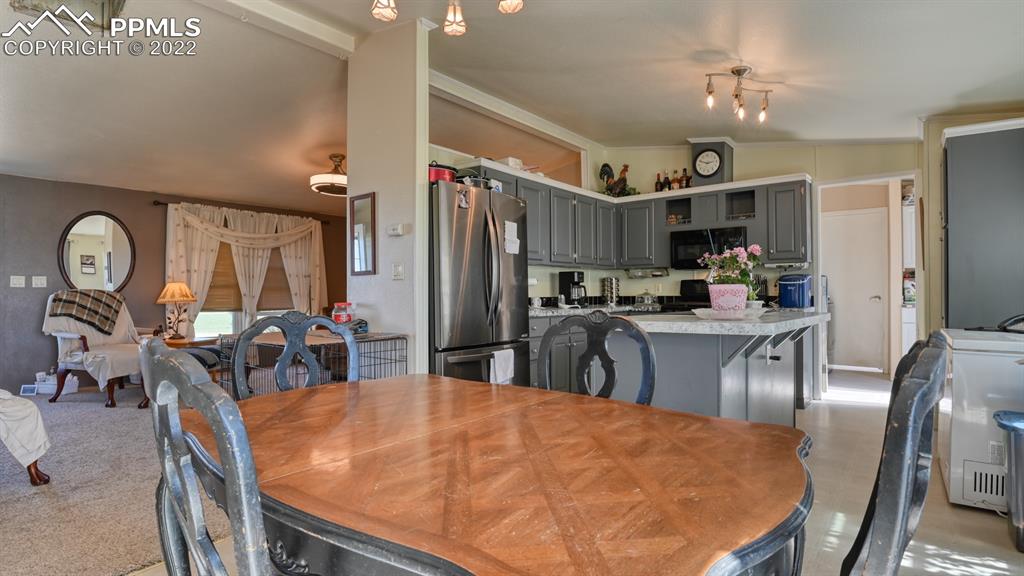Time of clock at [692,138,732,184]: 2:48
